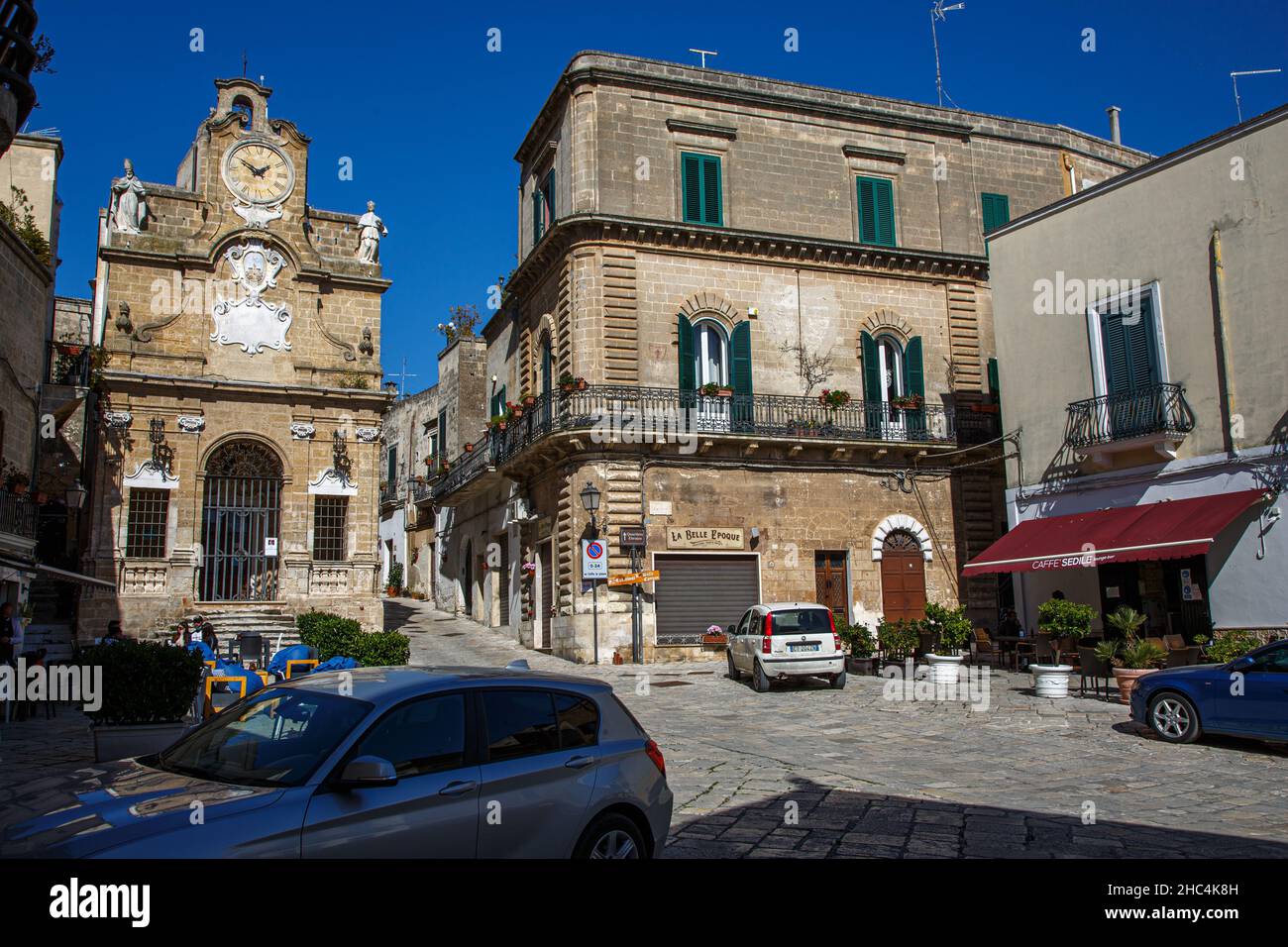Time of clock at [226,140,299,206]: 1:50
